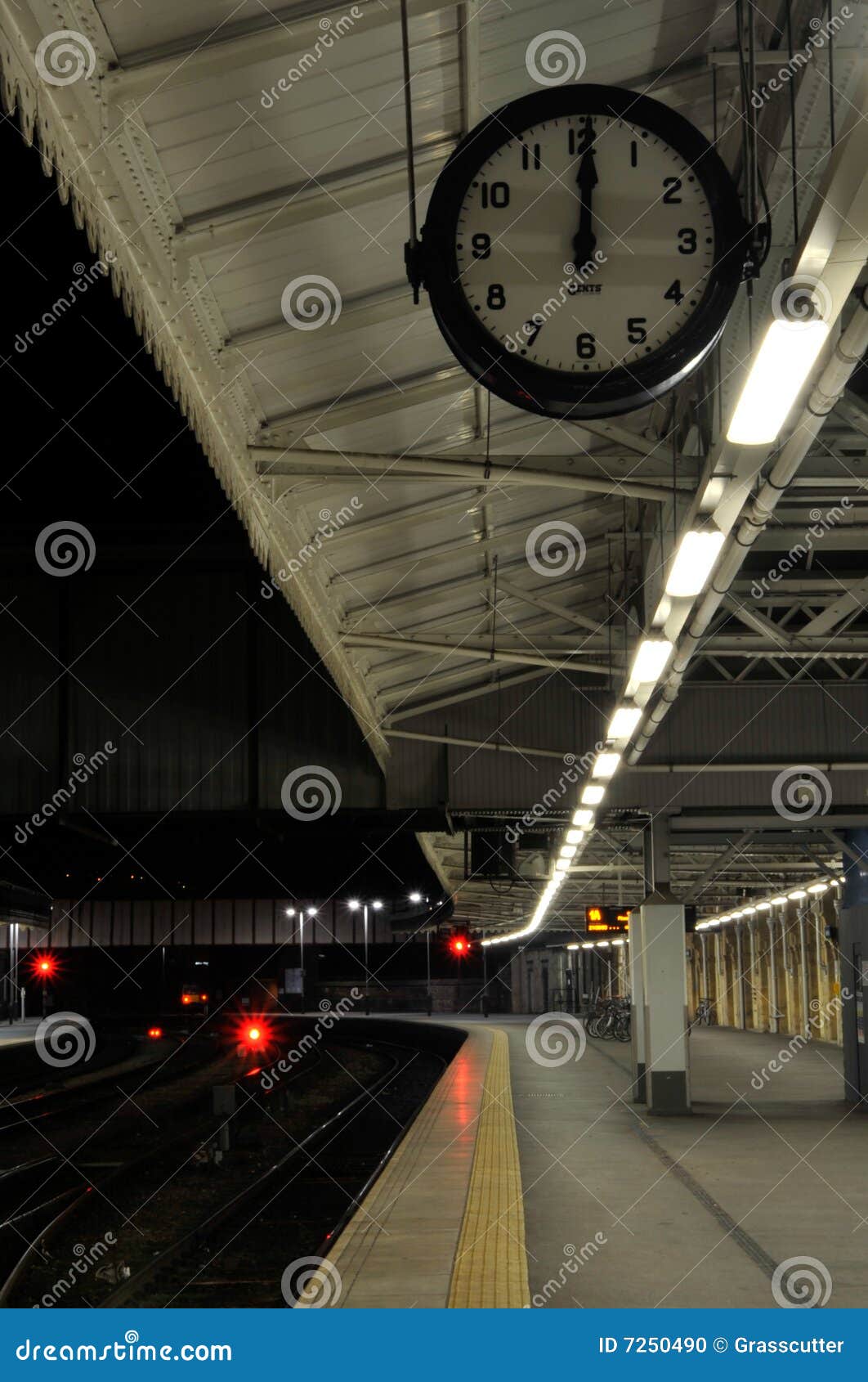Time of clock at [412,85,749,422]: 12:00
